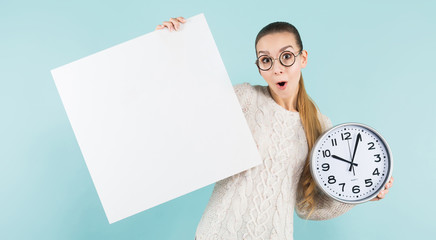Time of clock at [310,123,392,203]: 10:04
